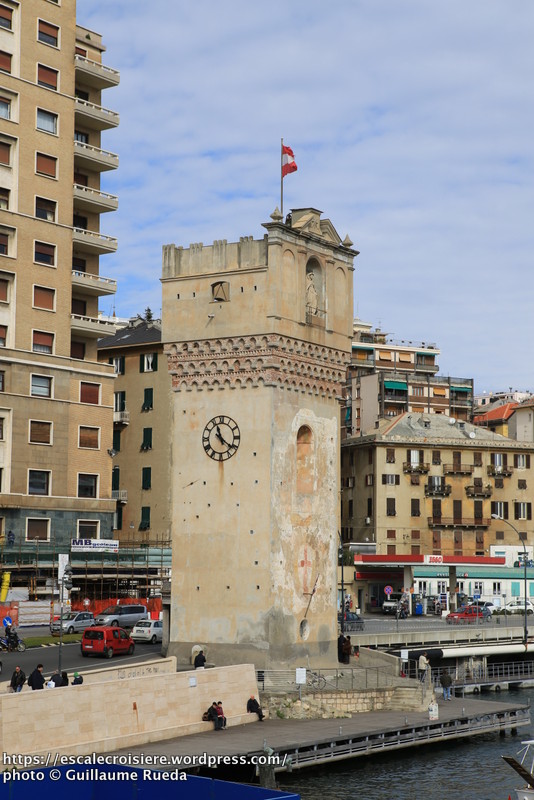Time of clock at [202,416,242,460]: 11:21
